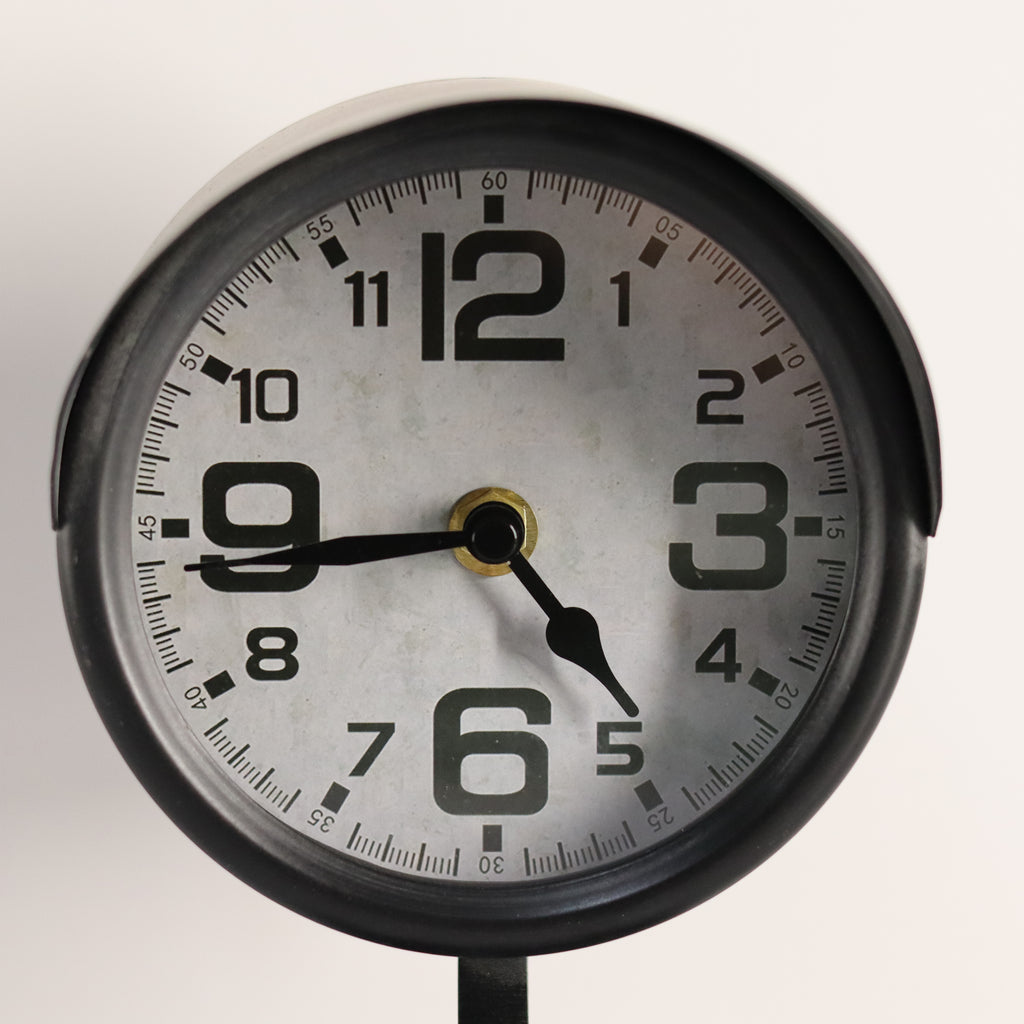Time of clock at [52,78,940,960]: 4:43
